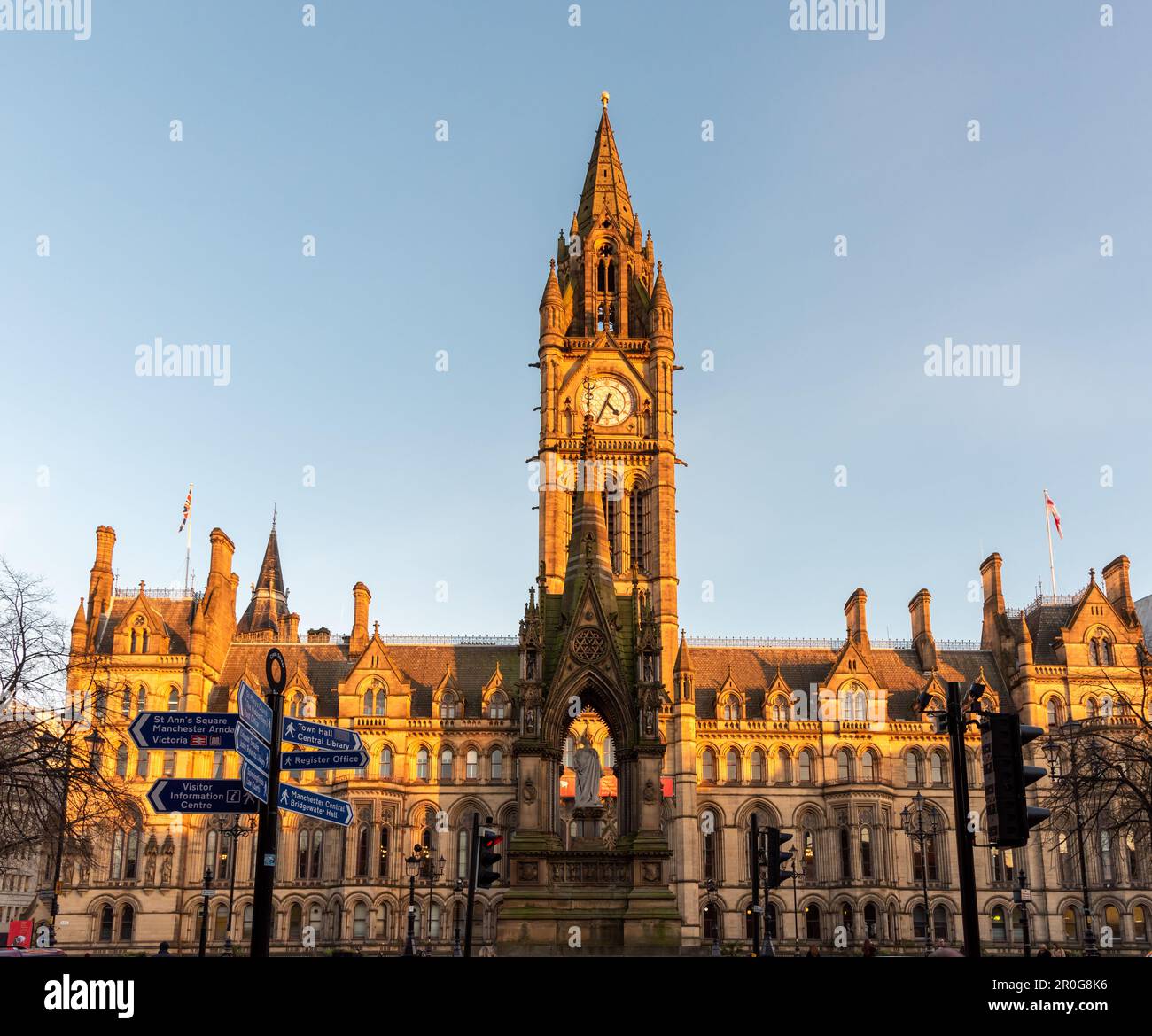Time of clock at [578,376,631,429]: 4:34
